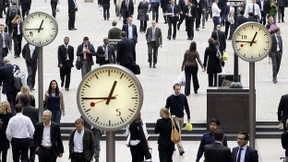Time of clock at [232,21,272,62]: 12:45
